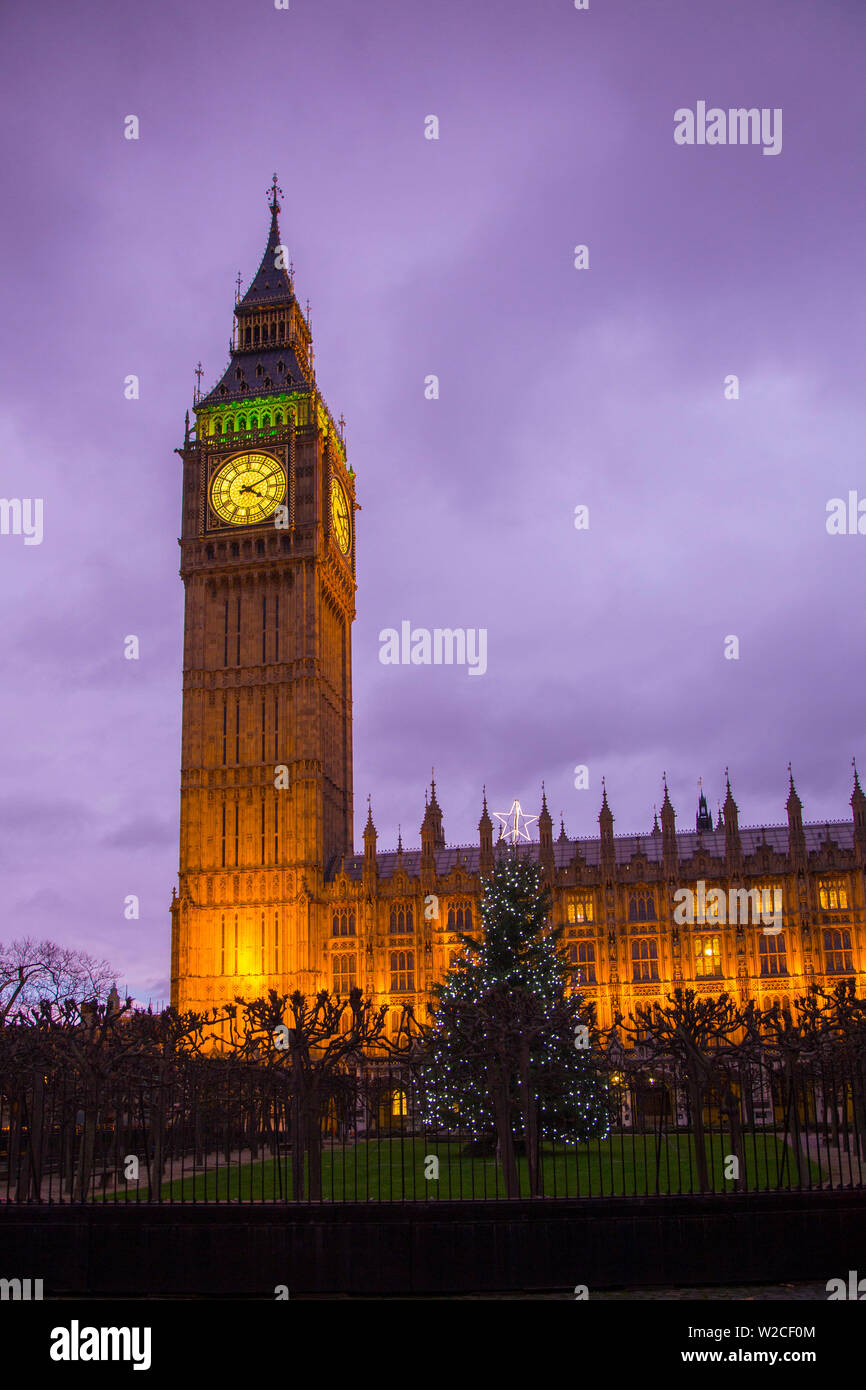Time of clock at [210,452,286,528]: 4:10
